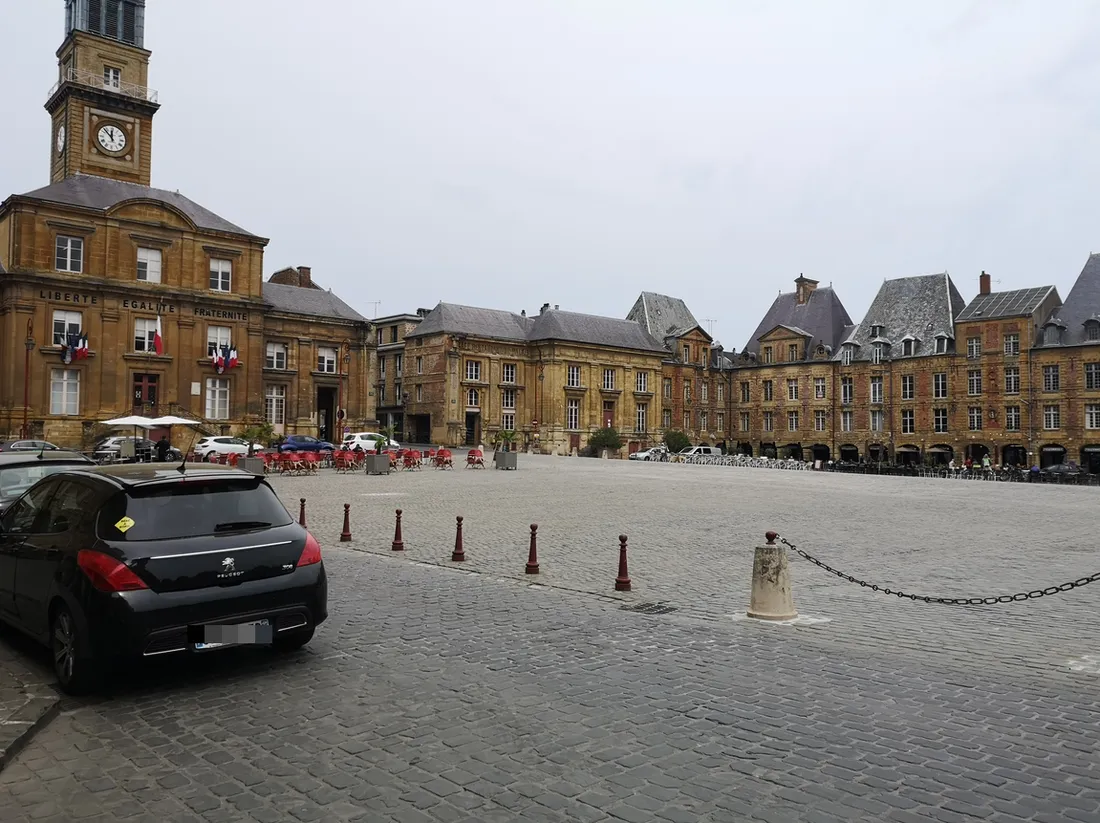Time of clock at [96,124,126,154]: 11:52
